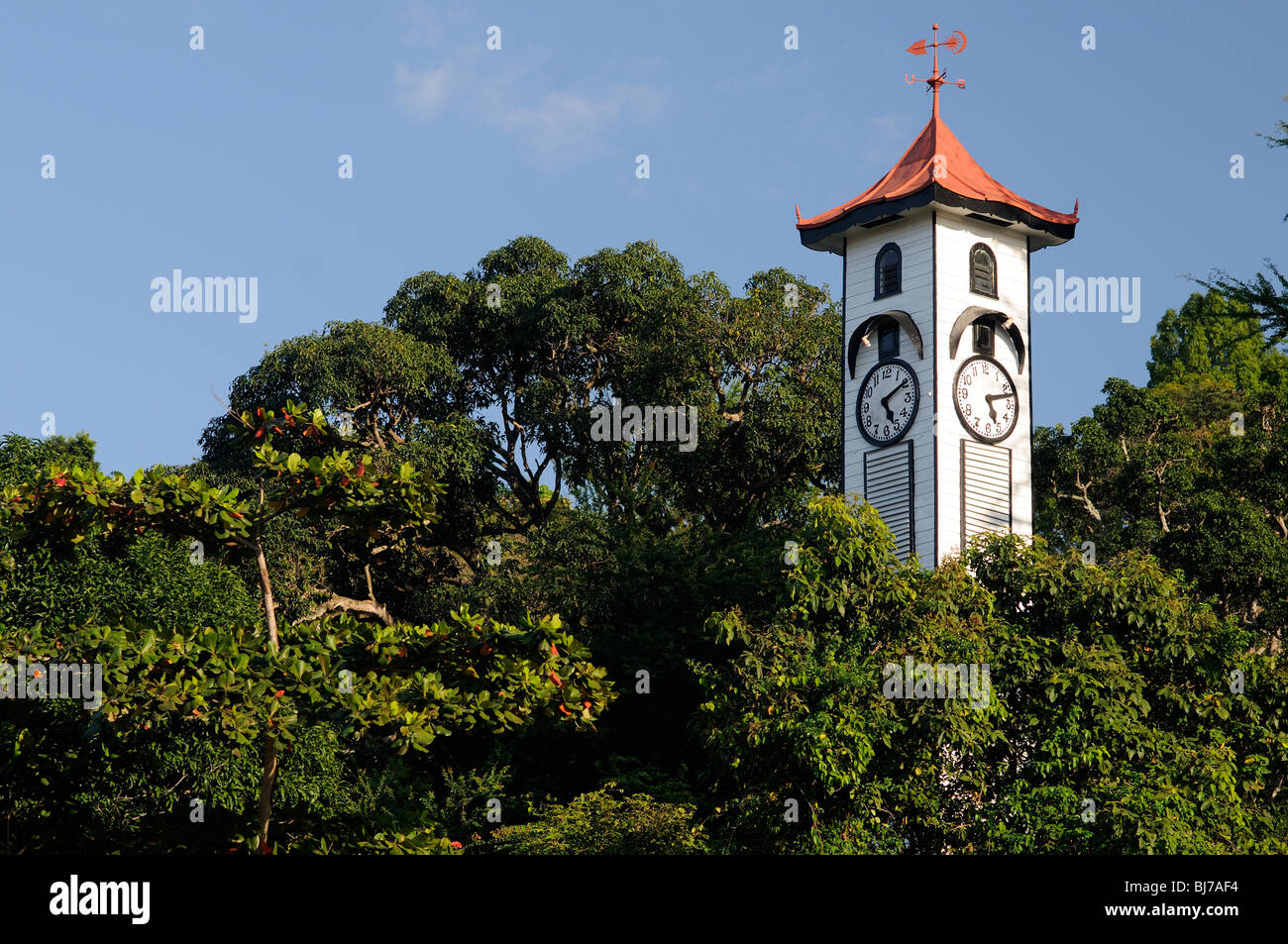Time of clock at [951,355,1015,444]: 5:12
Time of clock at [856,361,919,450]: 5:09
